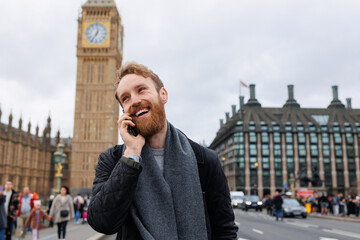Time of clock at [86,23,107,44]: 12:35
